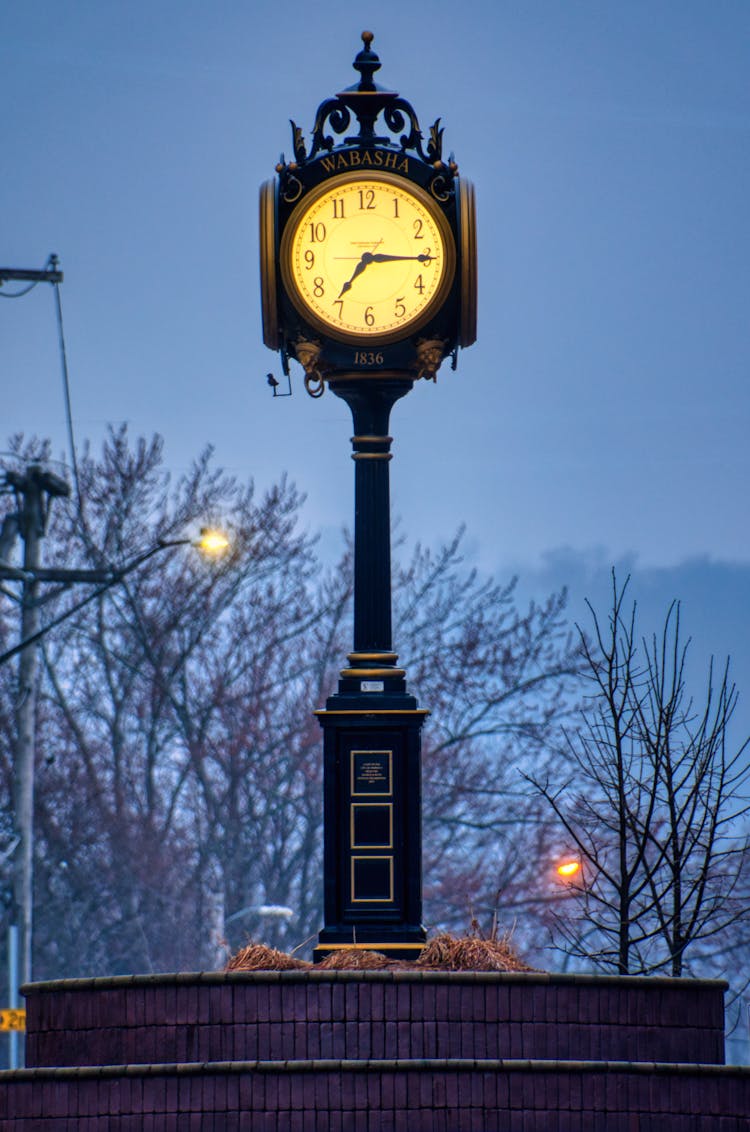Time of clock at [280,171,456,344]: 7:15
